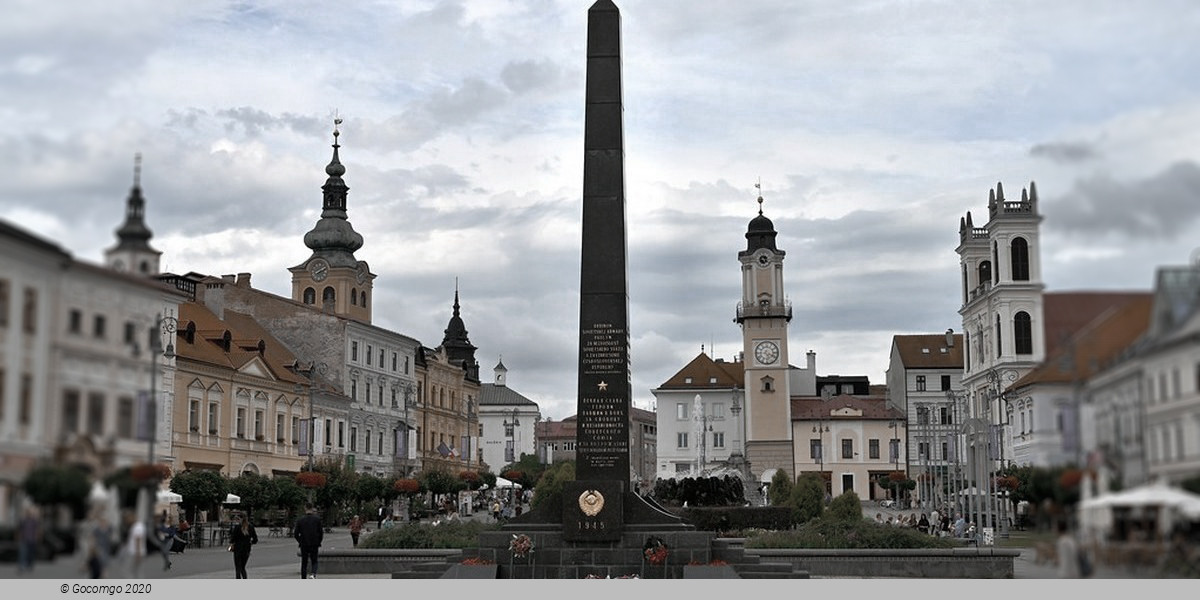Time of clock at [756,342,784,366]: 5:18
